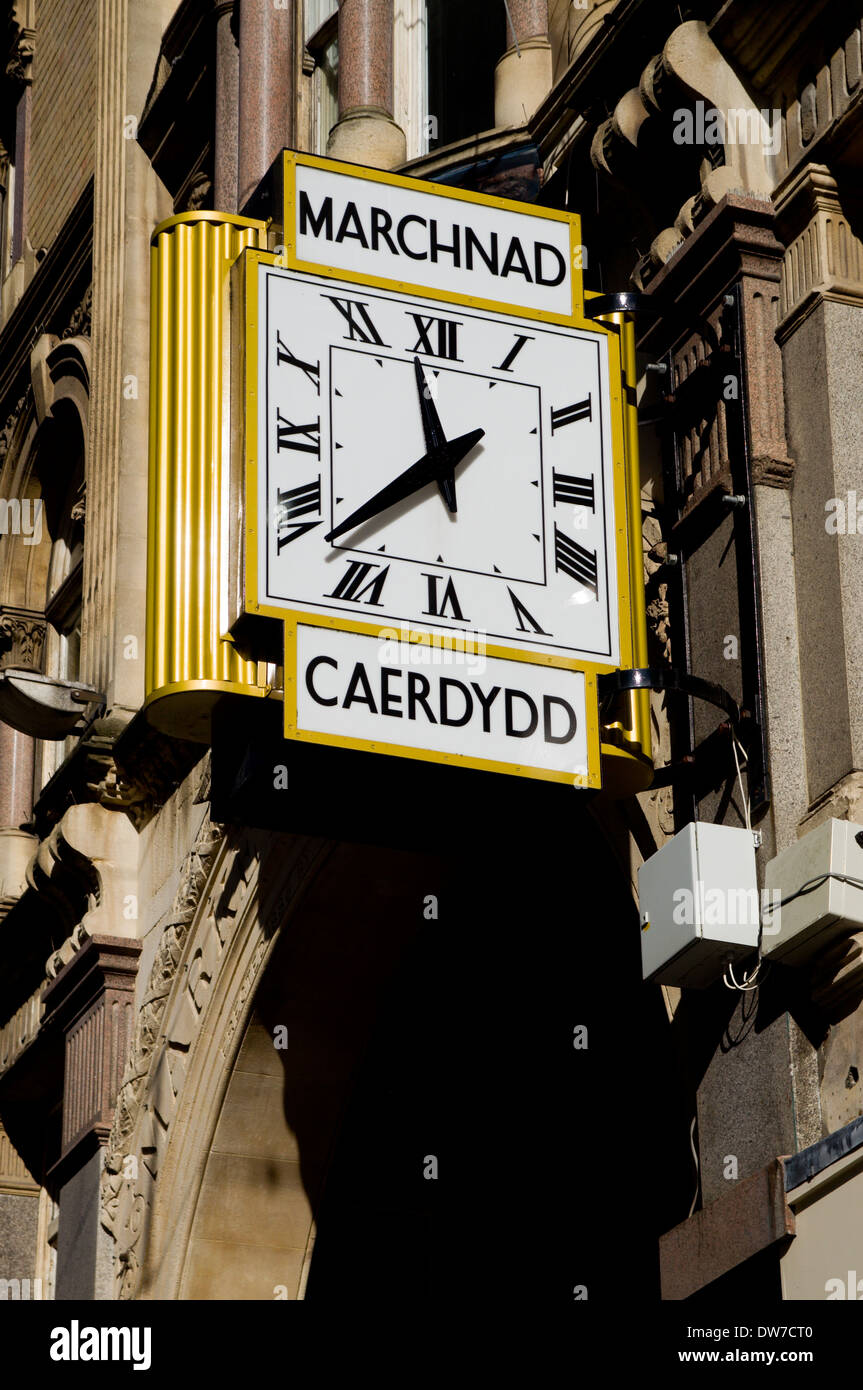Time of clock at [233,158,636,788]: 11:37
